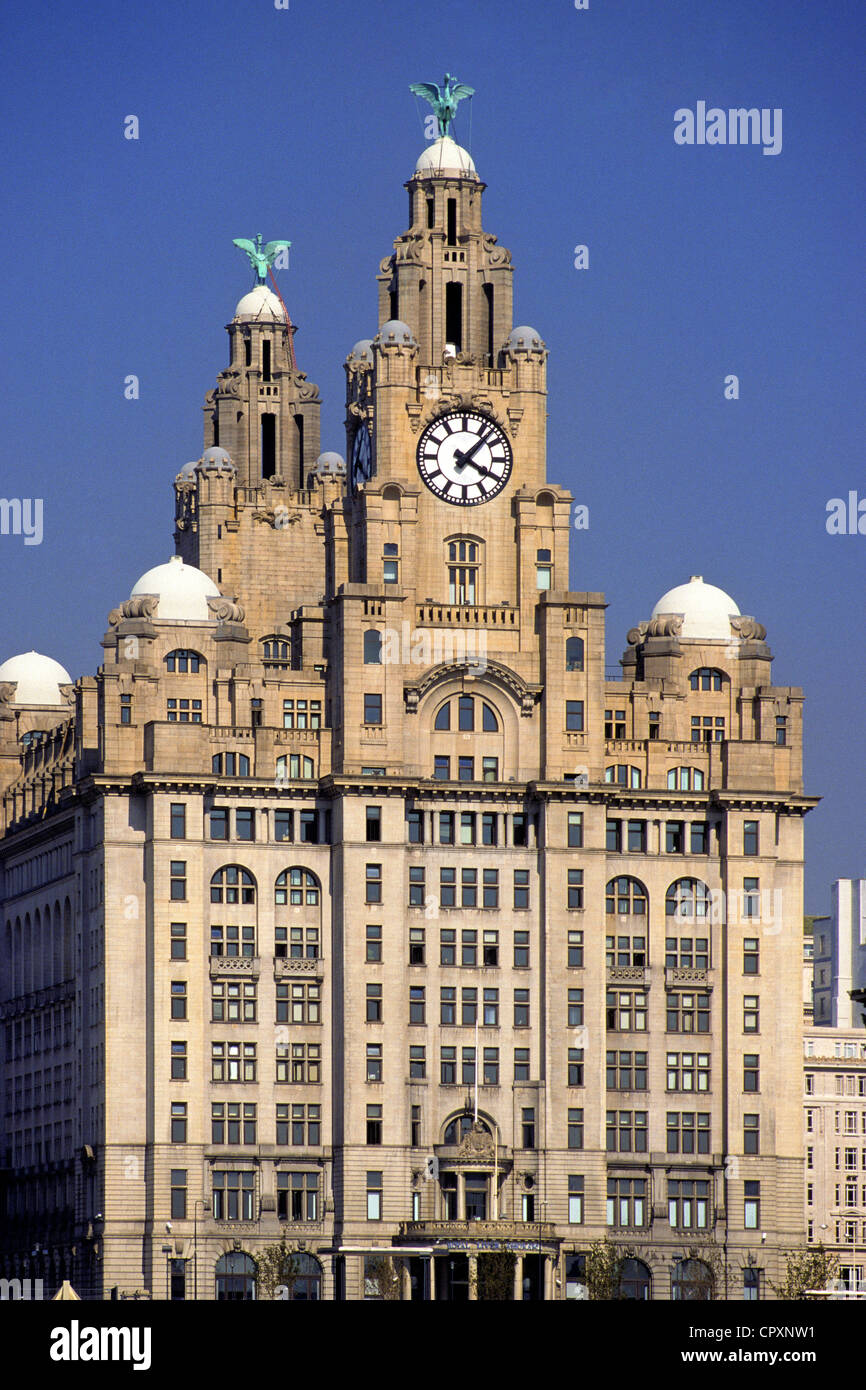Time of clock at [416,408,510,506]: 4:07
